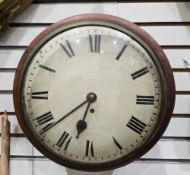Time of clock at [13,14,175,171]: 6:38
